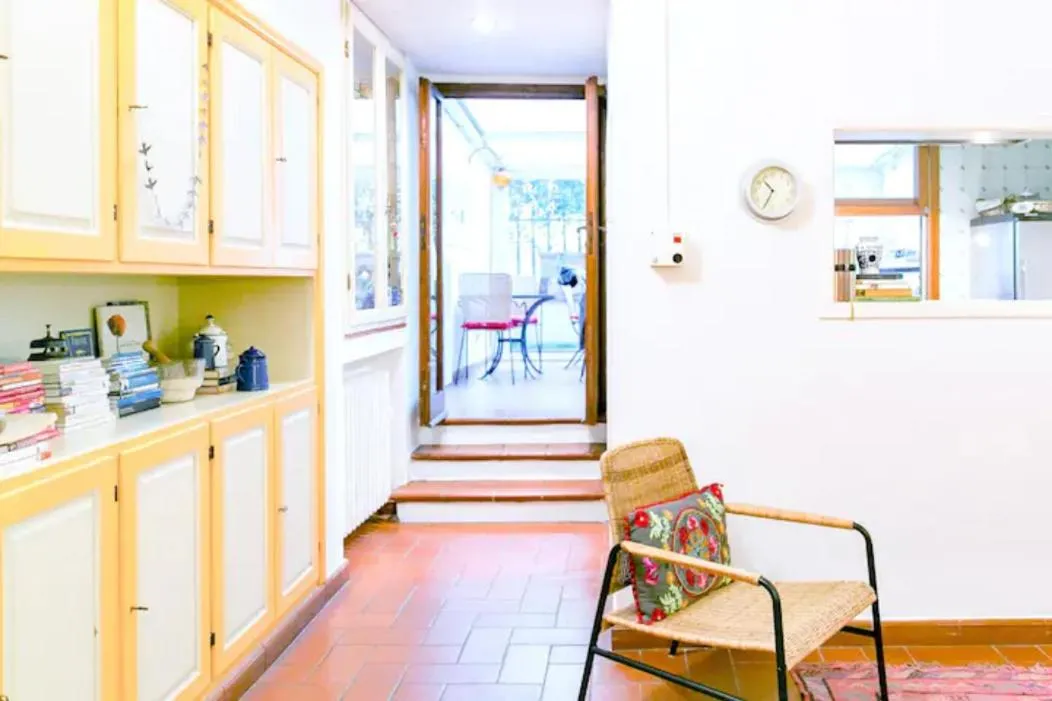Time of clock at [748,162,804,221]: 10:34
